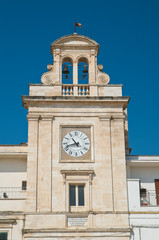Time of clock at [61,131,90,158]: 10:42
